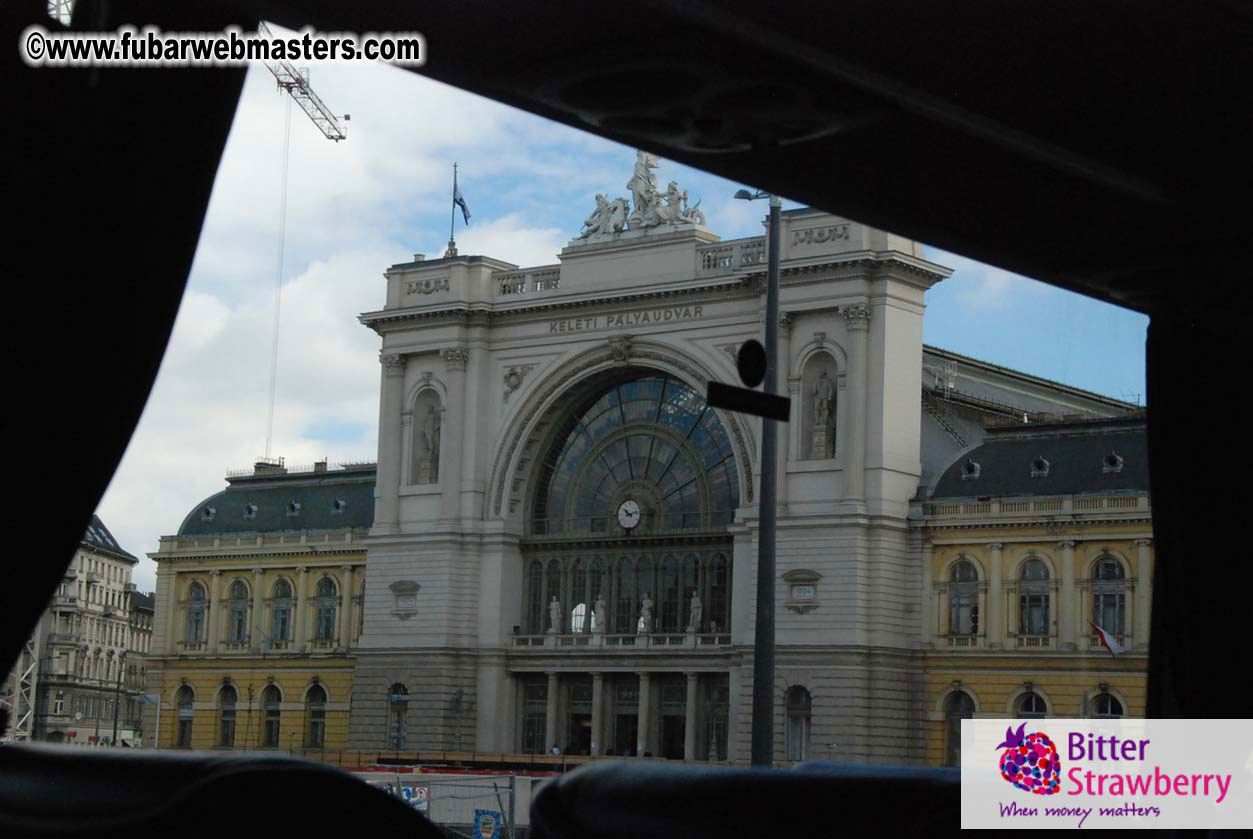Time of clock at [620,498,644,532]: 10:12
